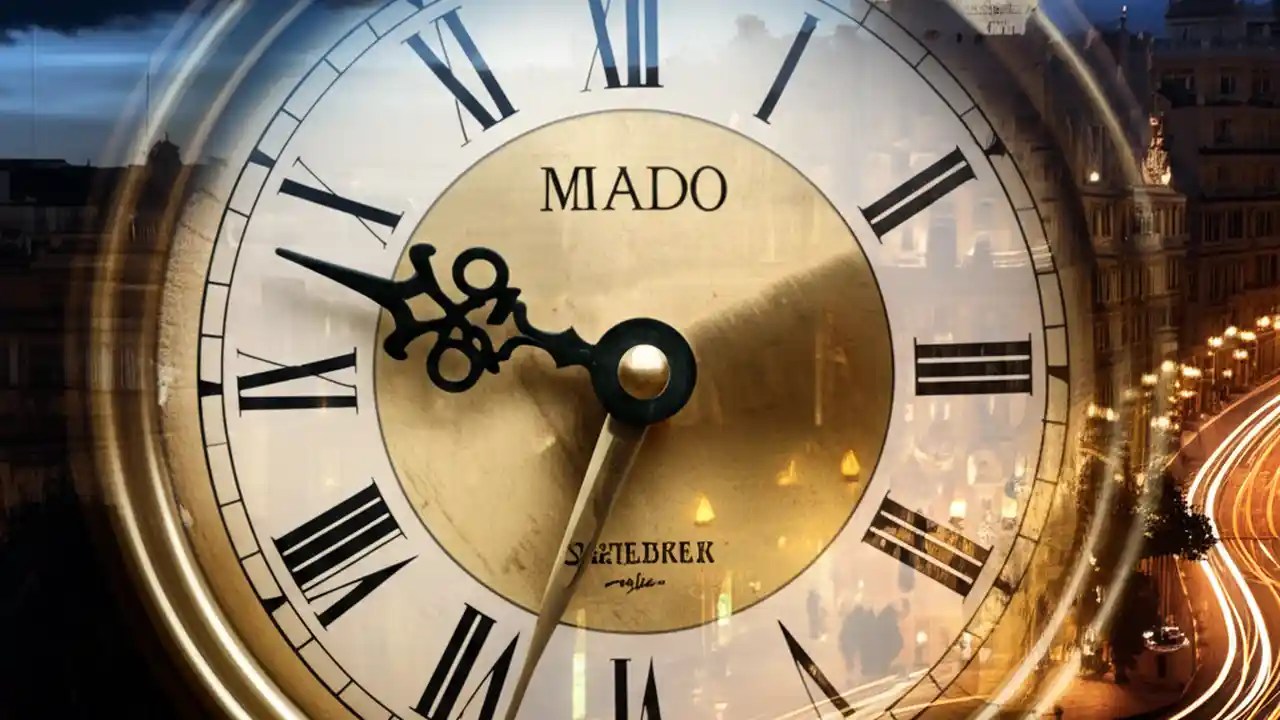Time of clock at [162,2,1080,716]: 9:33
